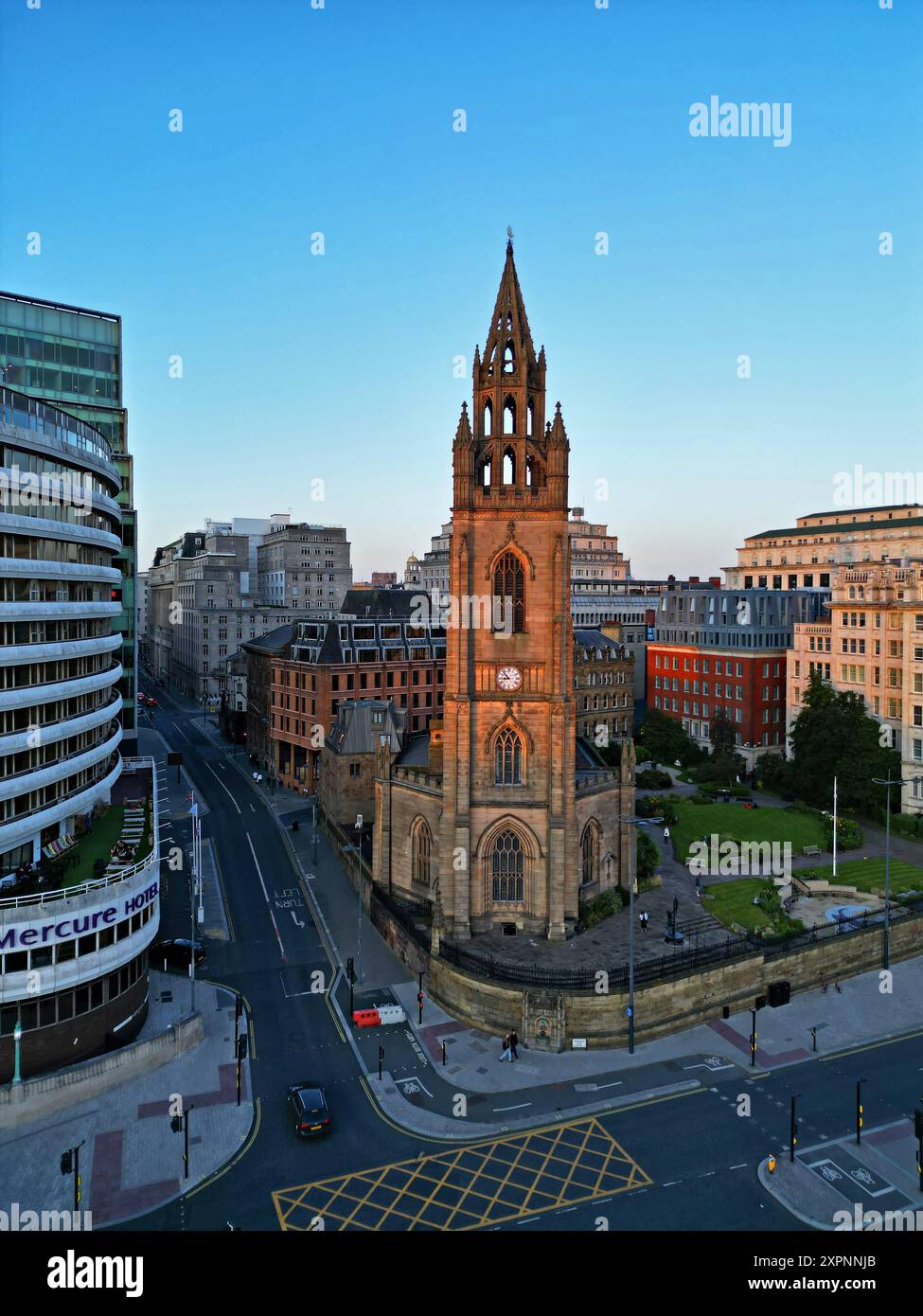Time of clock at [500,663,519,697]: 8:52
